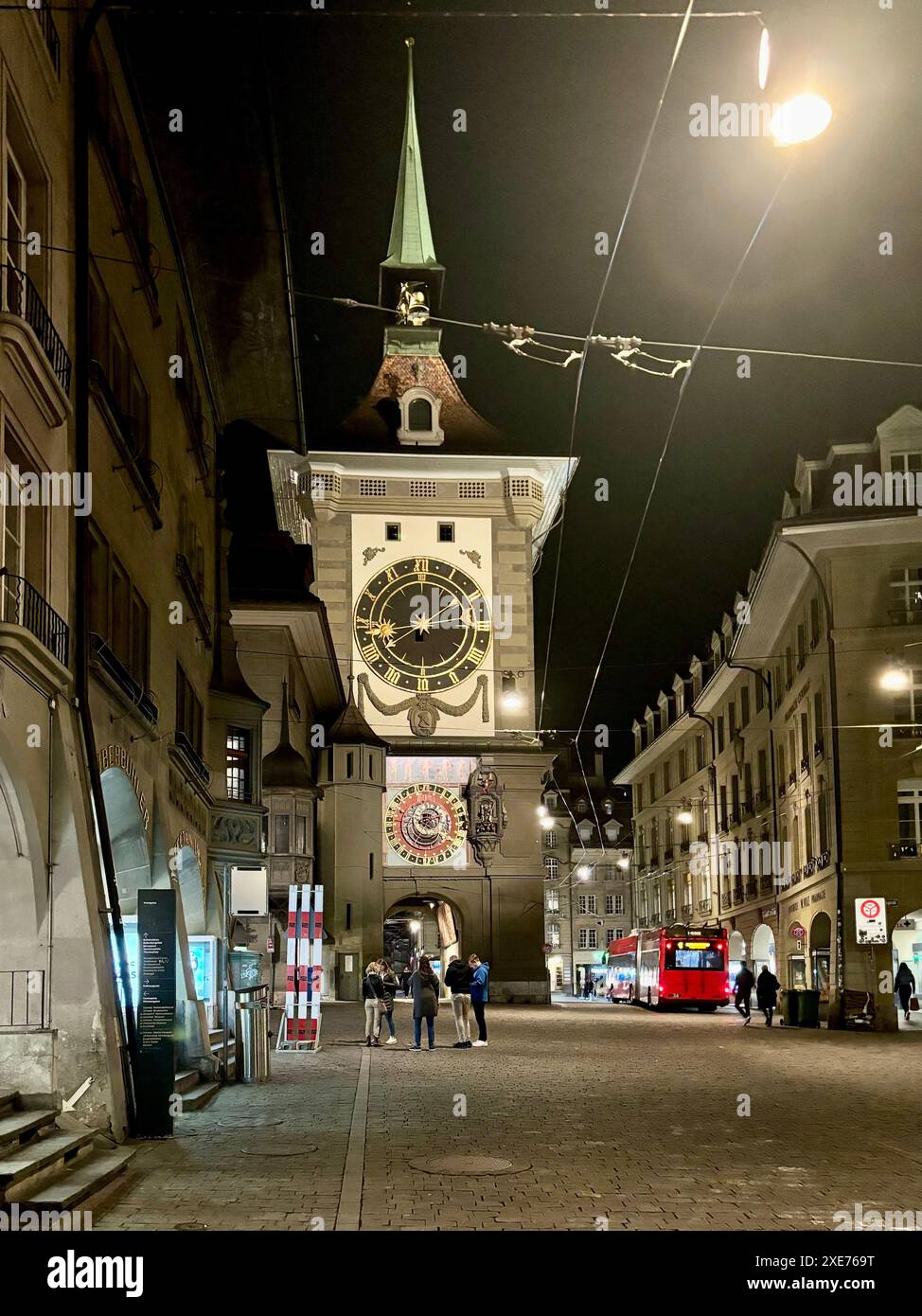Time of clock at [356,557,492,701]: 12:14
